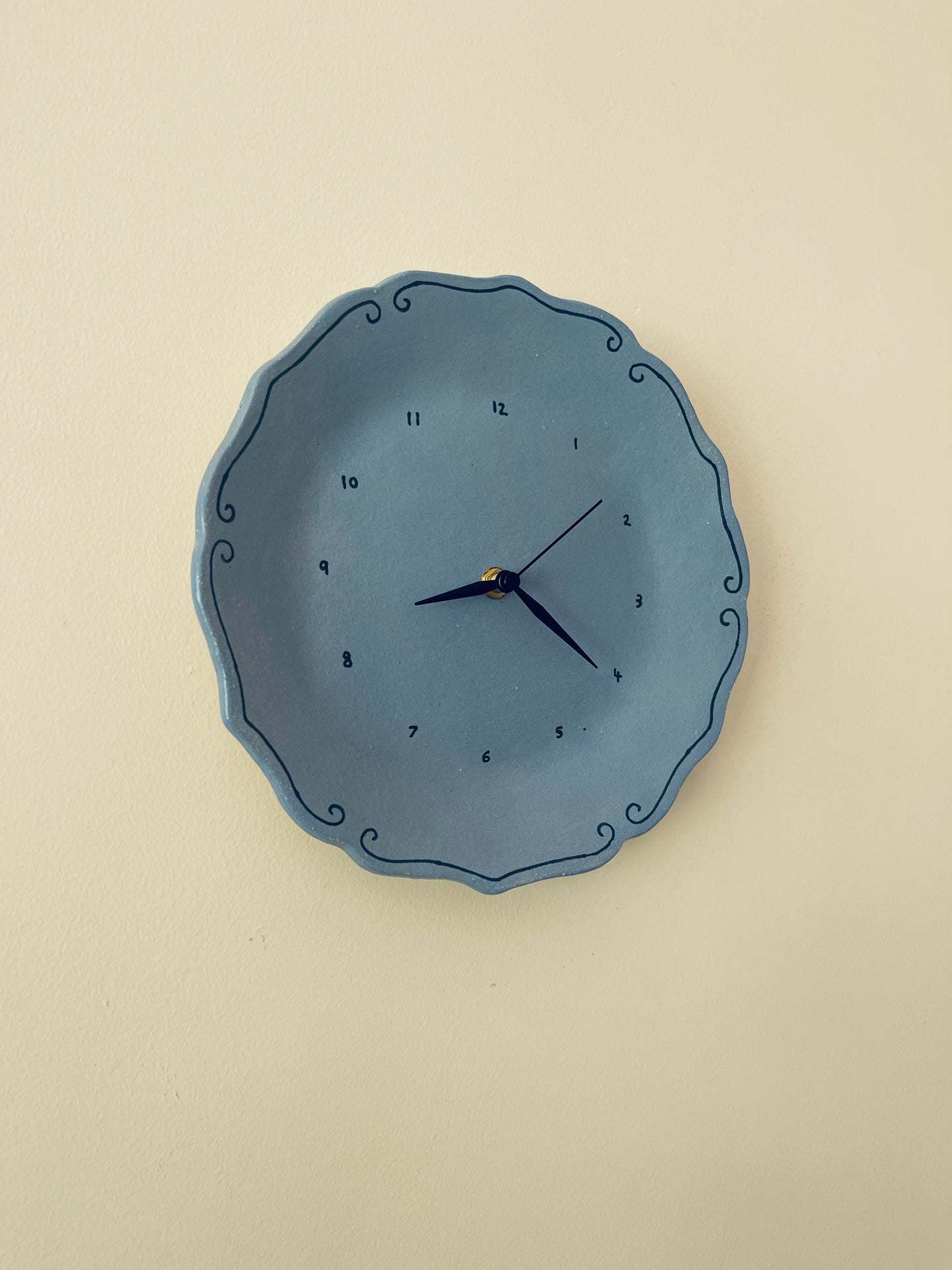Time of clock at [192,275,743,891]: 8:20
